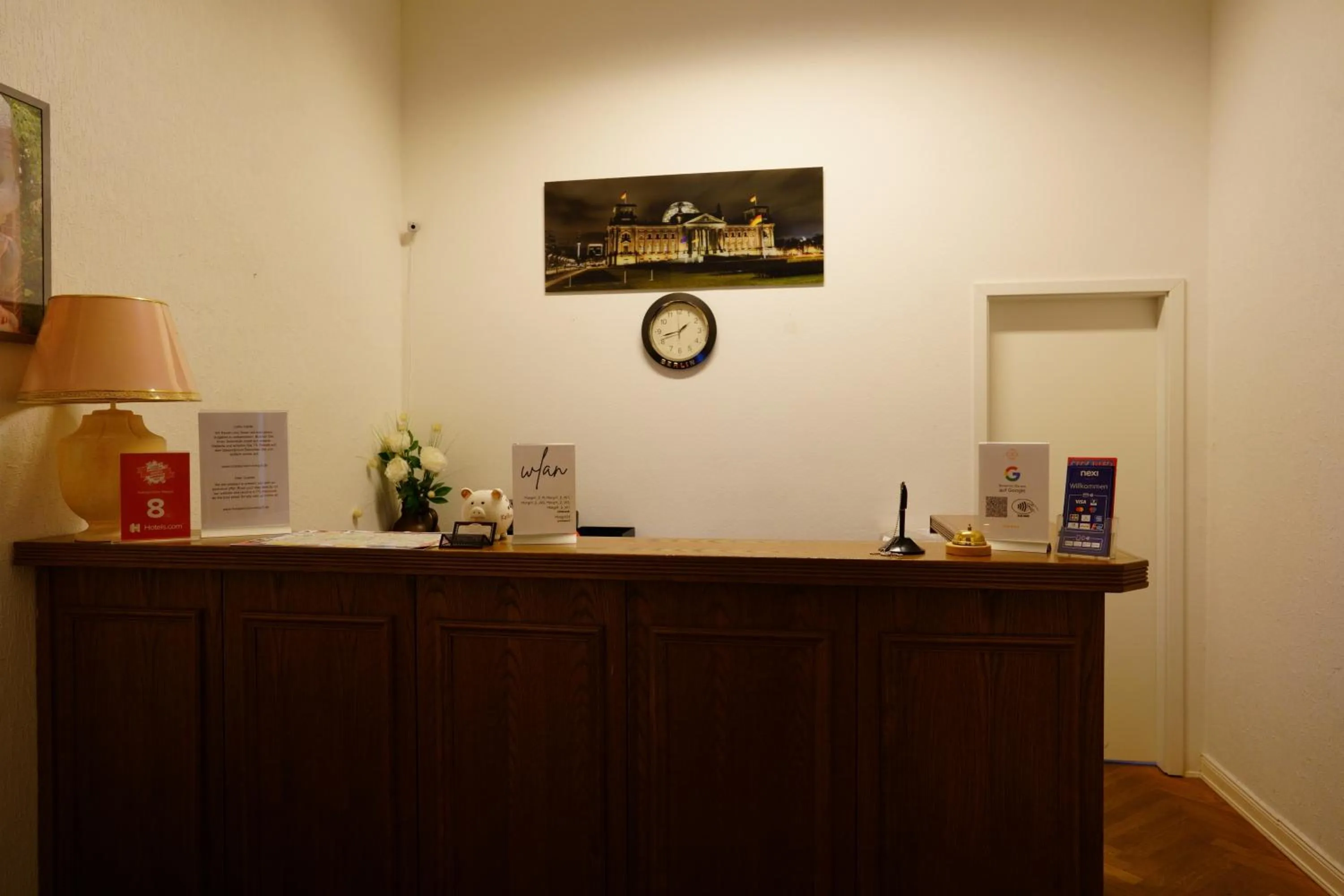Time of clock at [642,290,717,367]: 1:42
